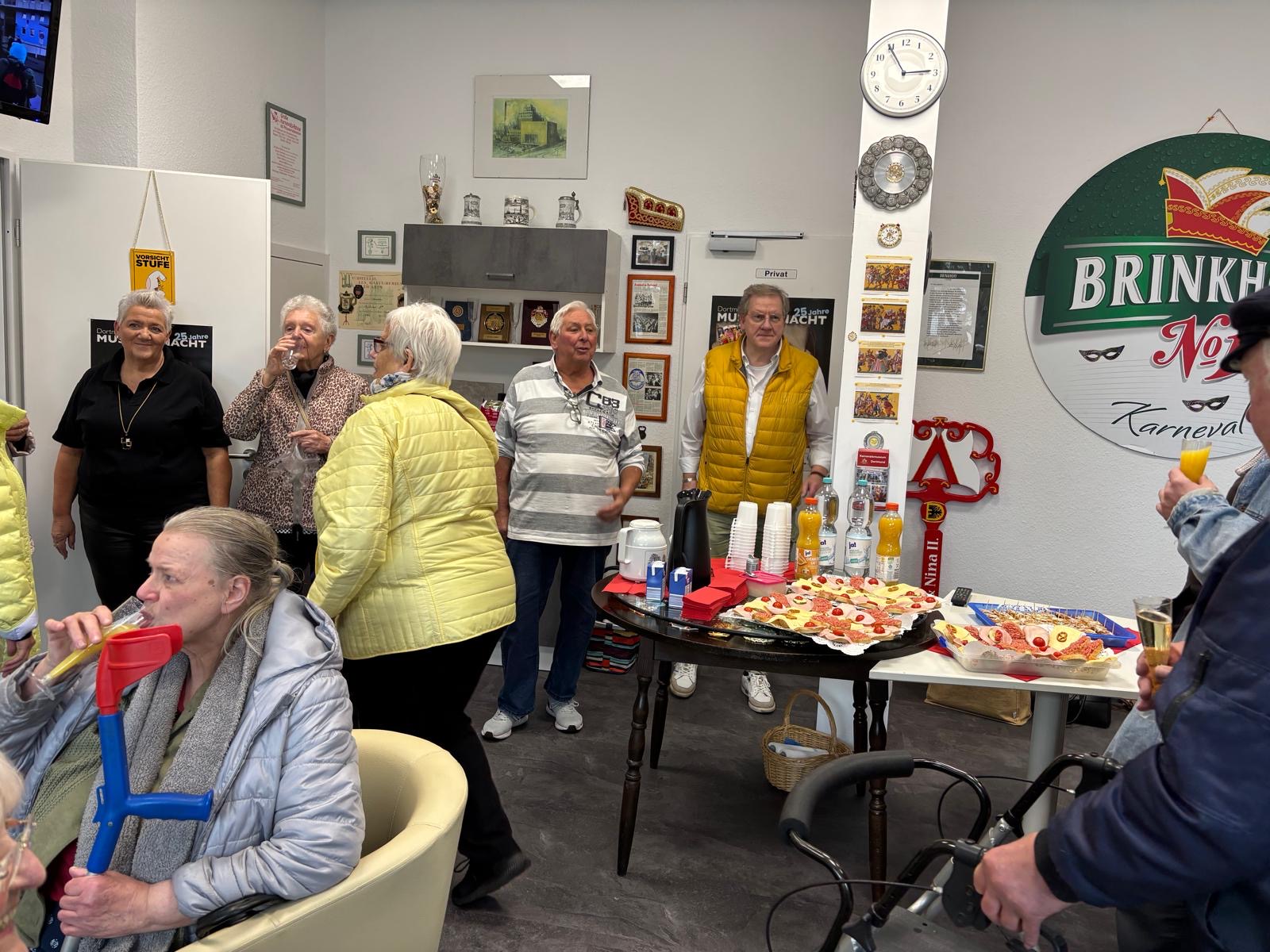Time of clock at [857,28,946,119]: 2:54
